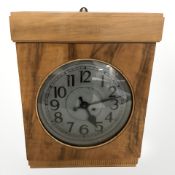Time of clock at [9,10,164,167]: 5:12
